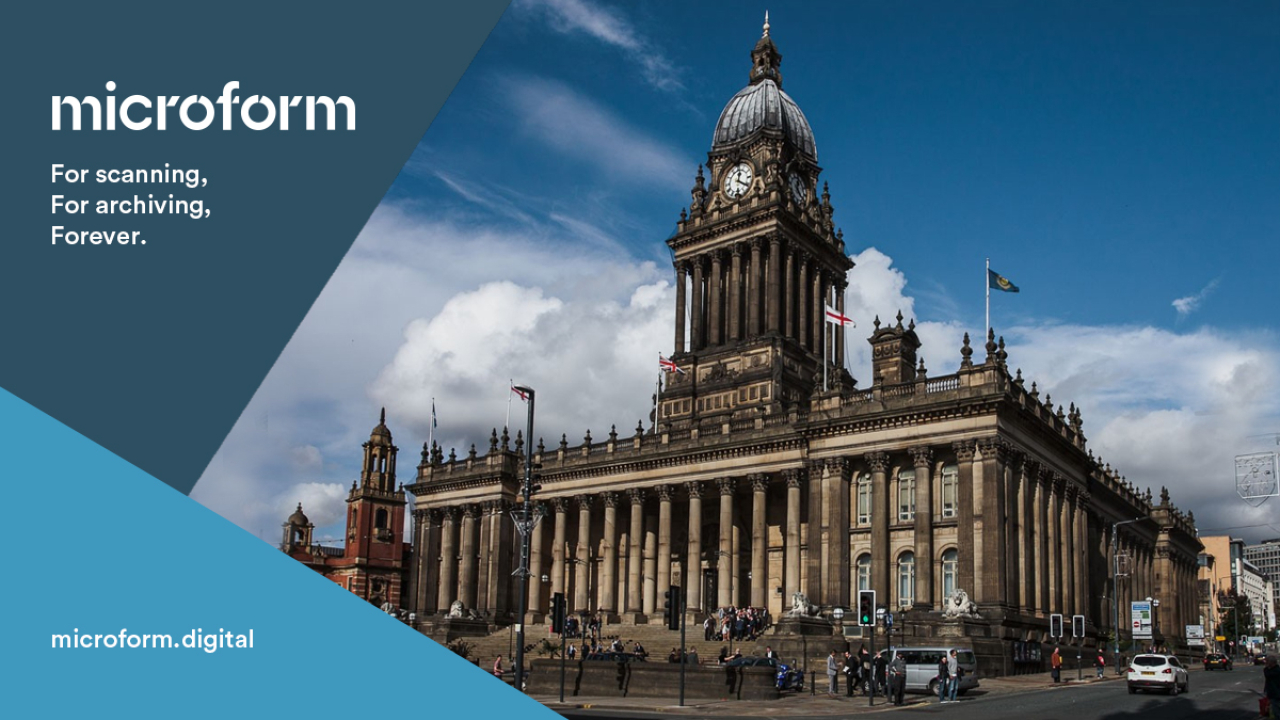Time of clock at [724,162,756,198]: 12:20
